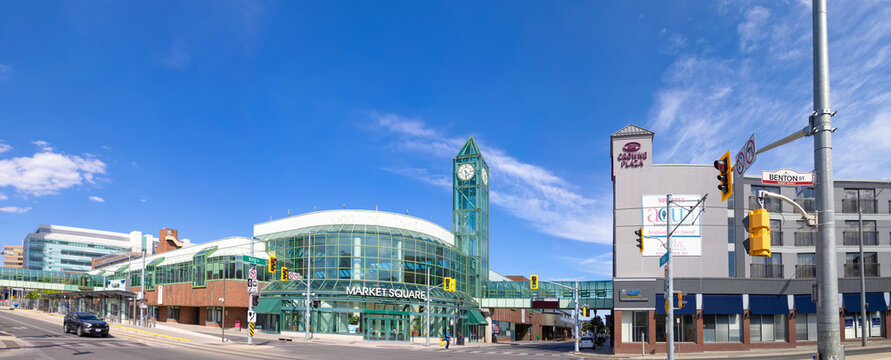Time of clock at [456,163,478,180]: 4:29
